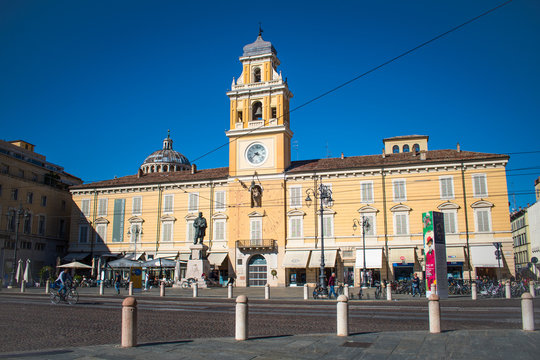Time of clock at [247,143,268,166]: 3:37
